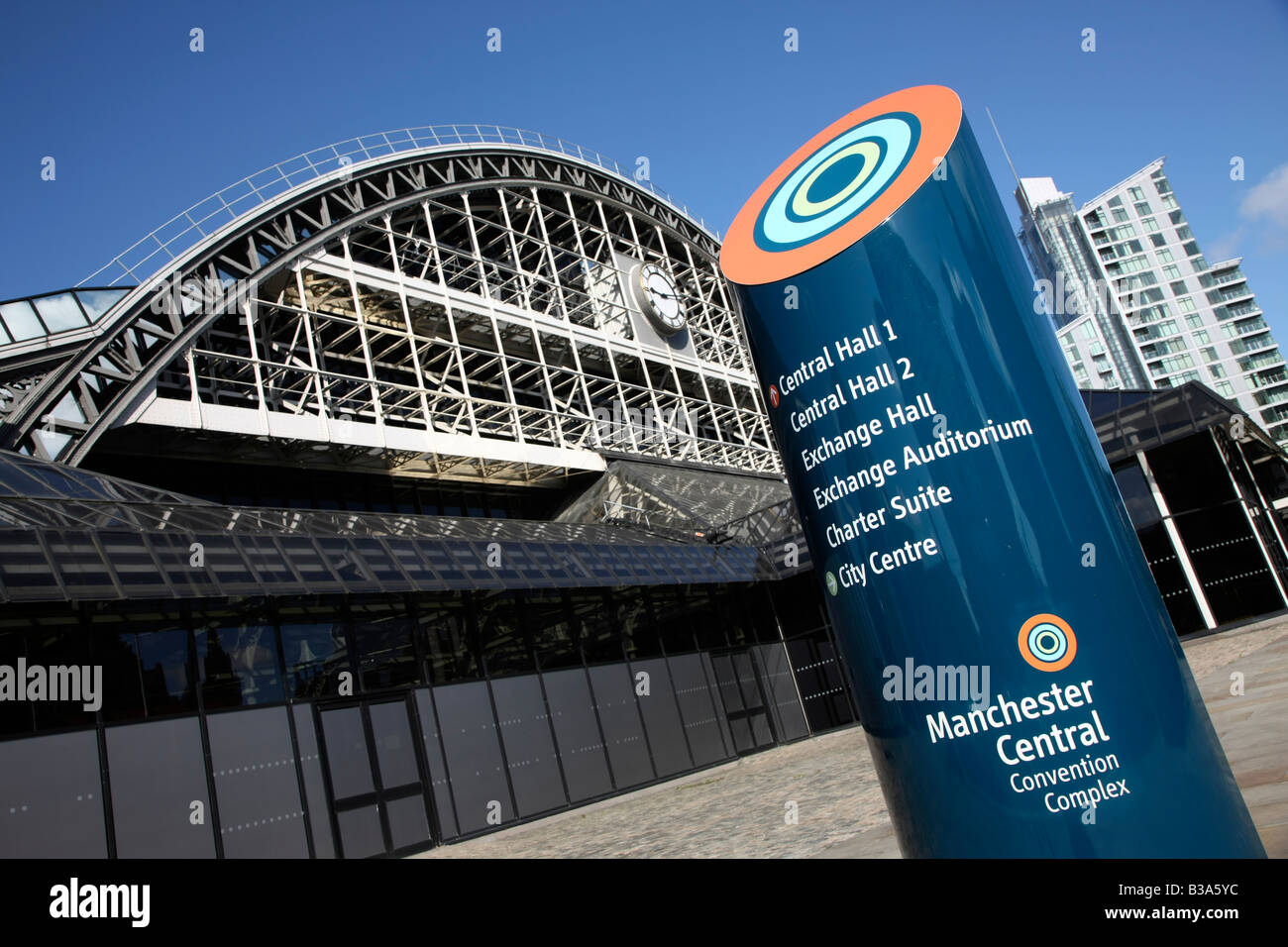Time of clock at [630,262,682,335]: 9:12
